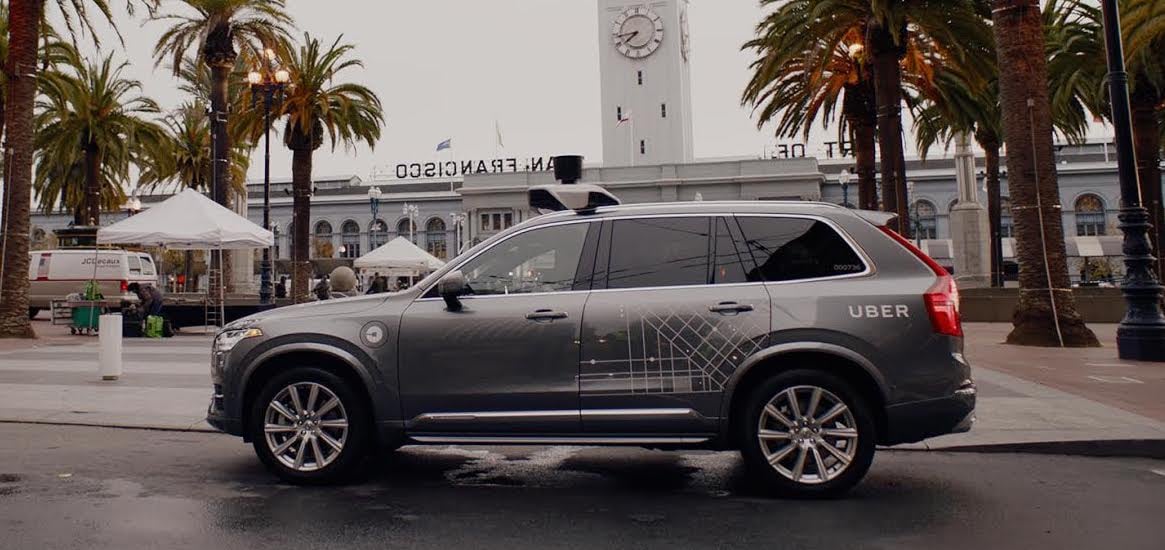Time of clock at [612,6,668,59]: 7:43
